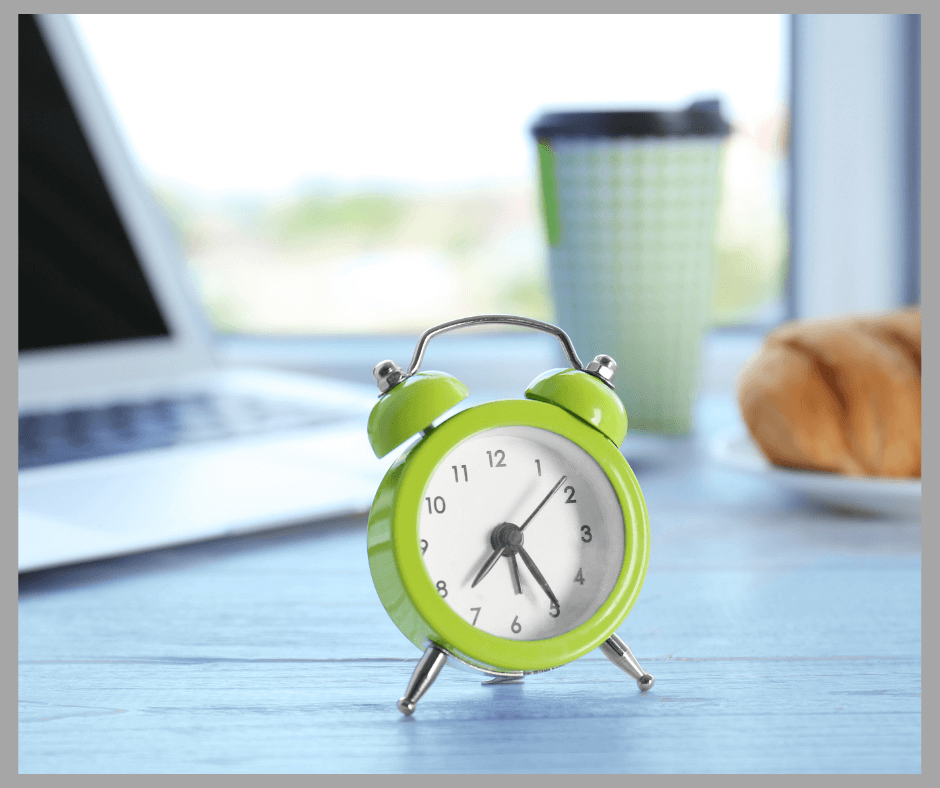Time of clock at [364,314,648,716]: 7:24
